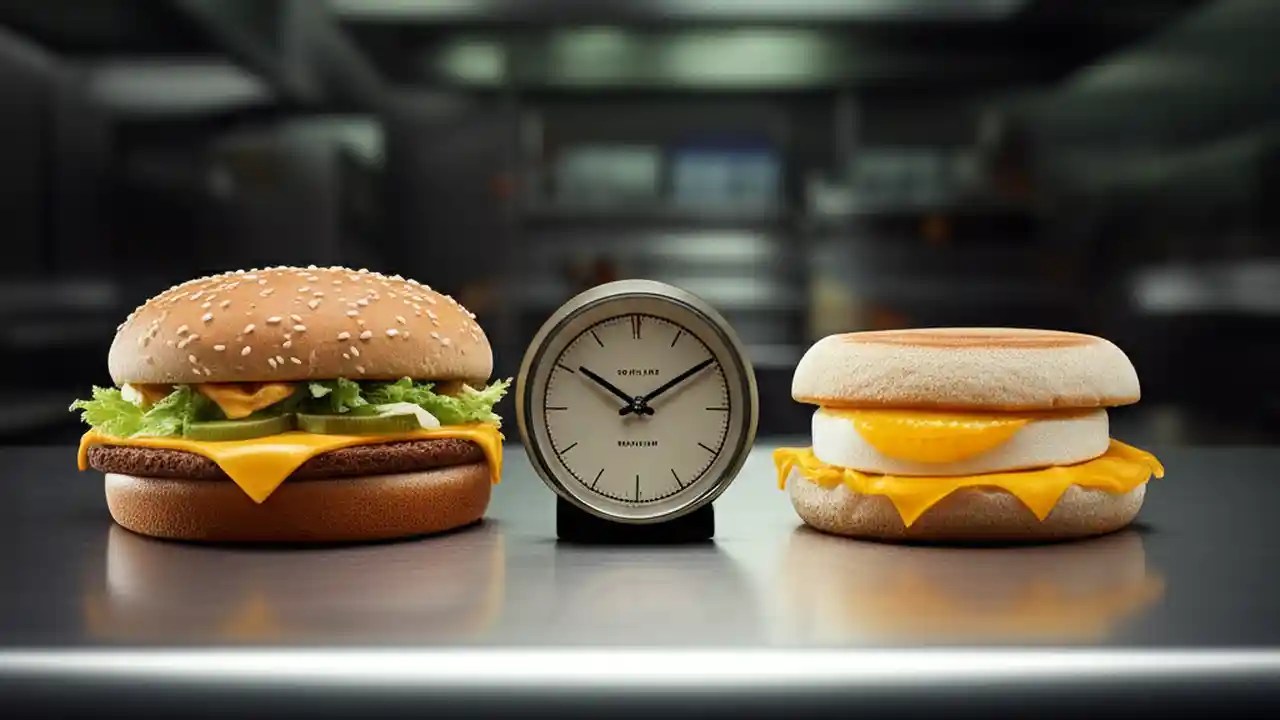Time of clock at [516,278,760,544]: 10:09
